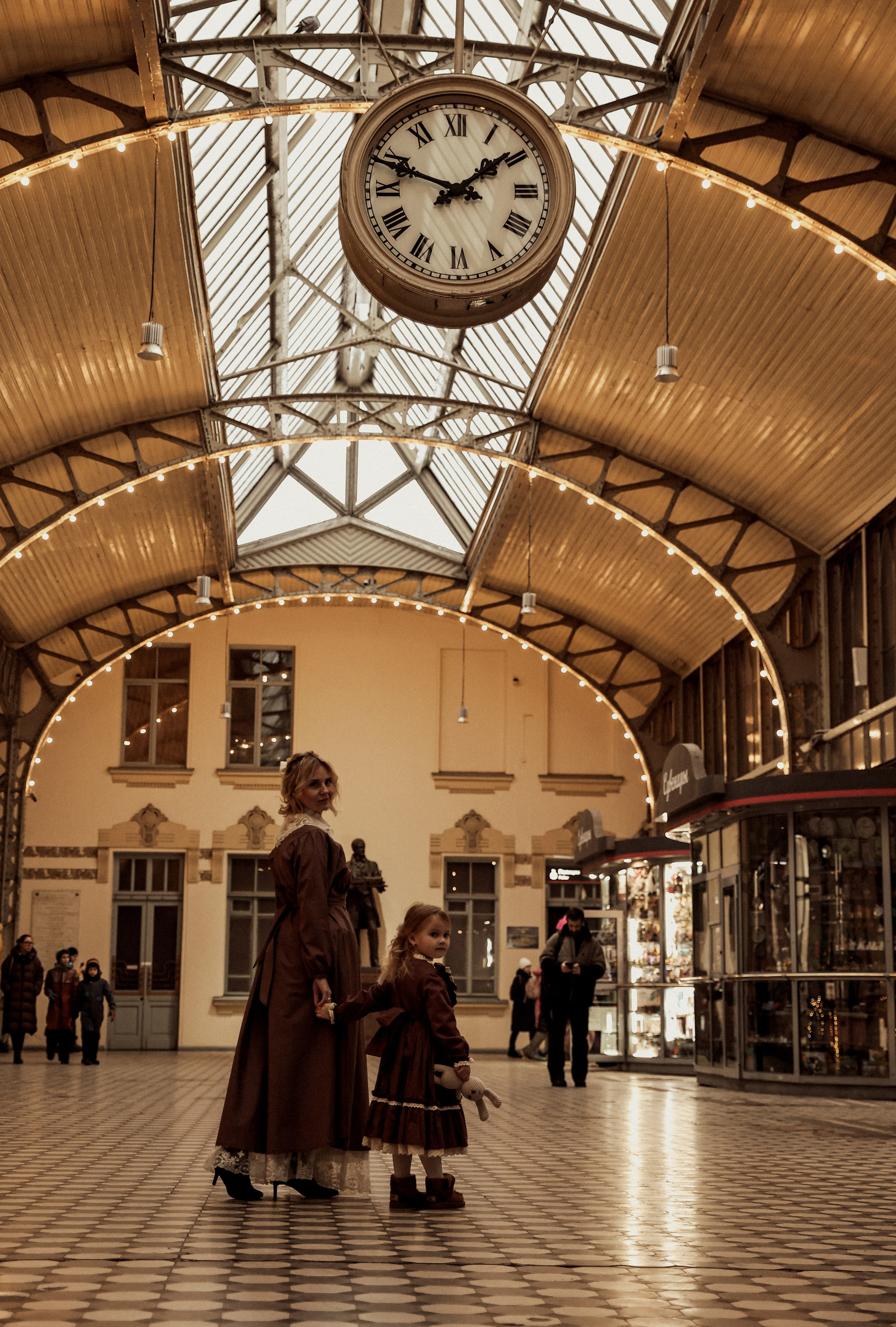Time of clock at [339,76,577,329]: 1:48
